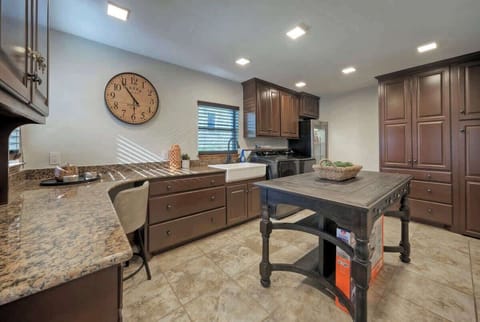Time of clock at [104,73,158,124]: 5:53
